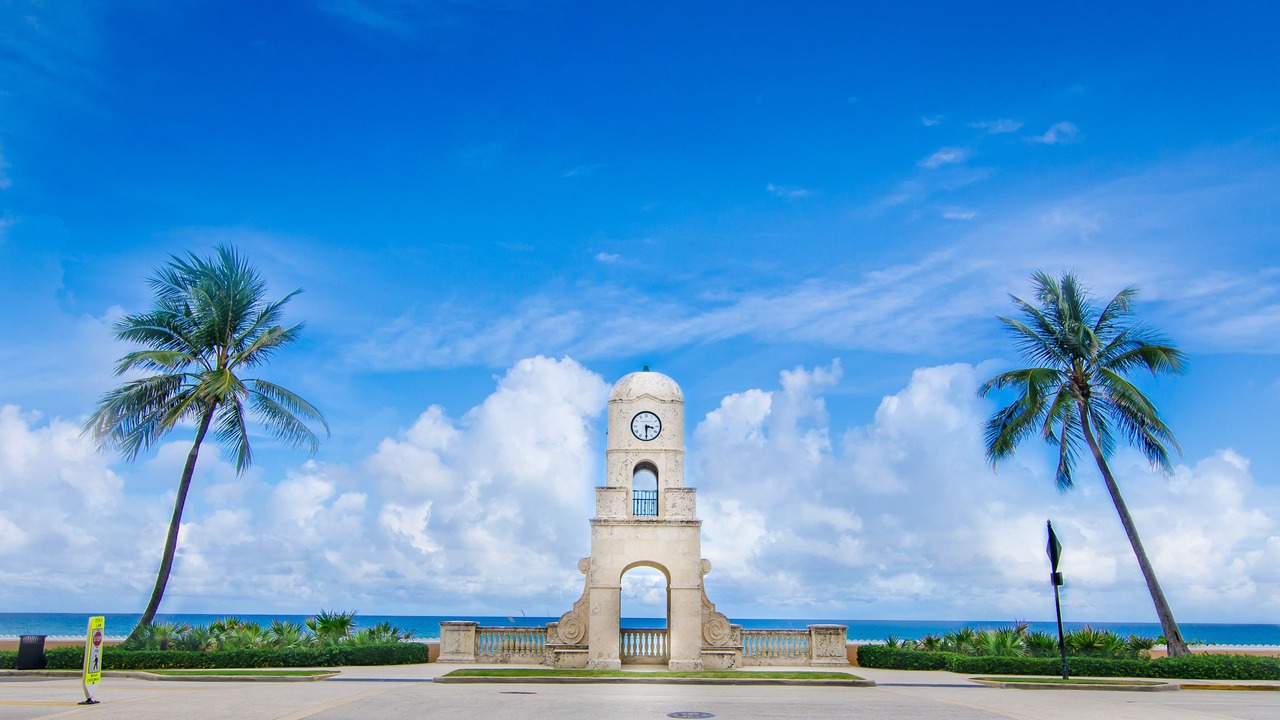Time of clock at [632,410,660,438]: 3:29
